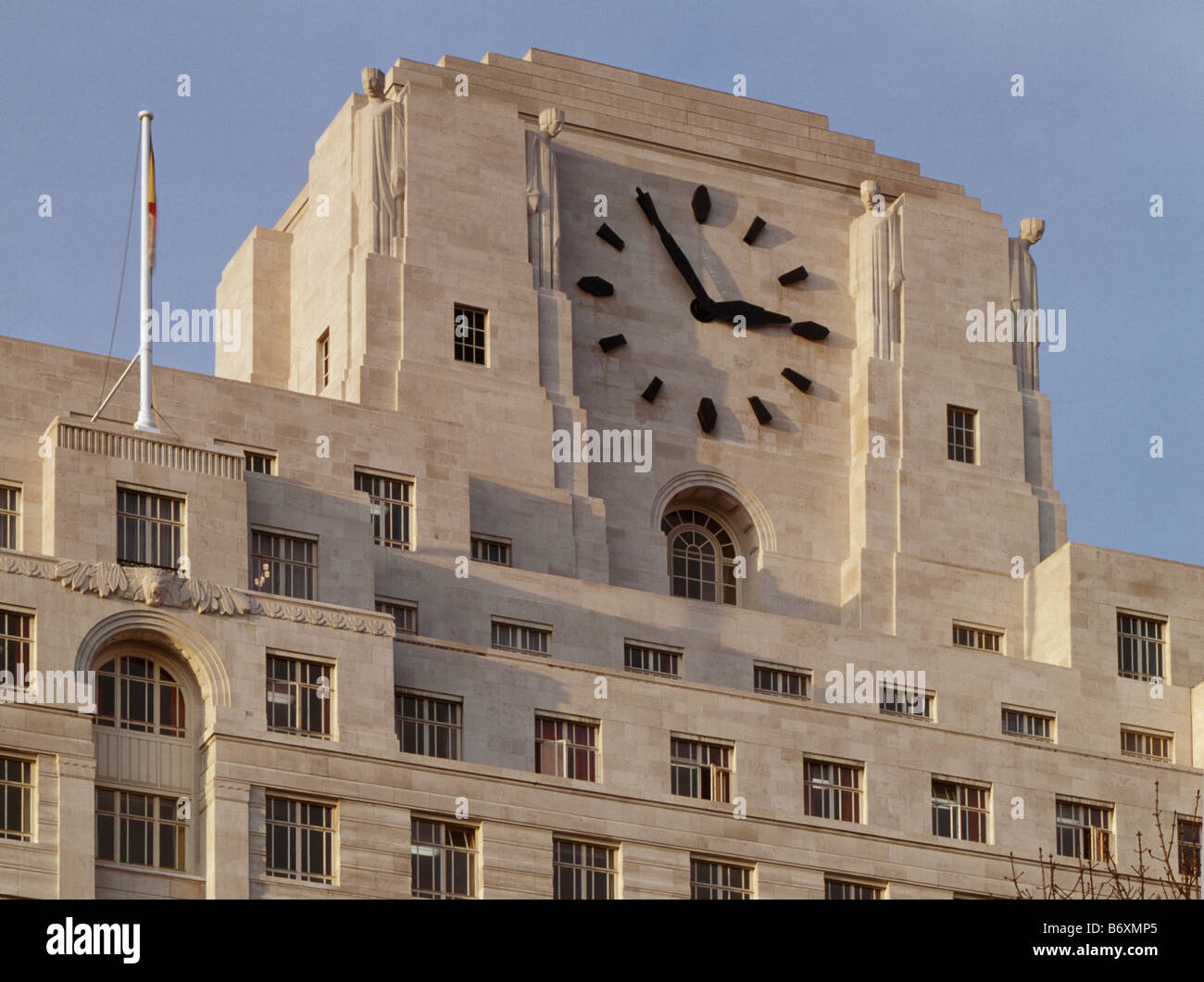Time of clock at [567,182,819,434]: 2:54
